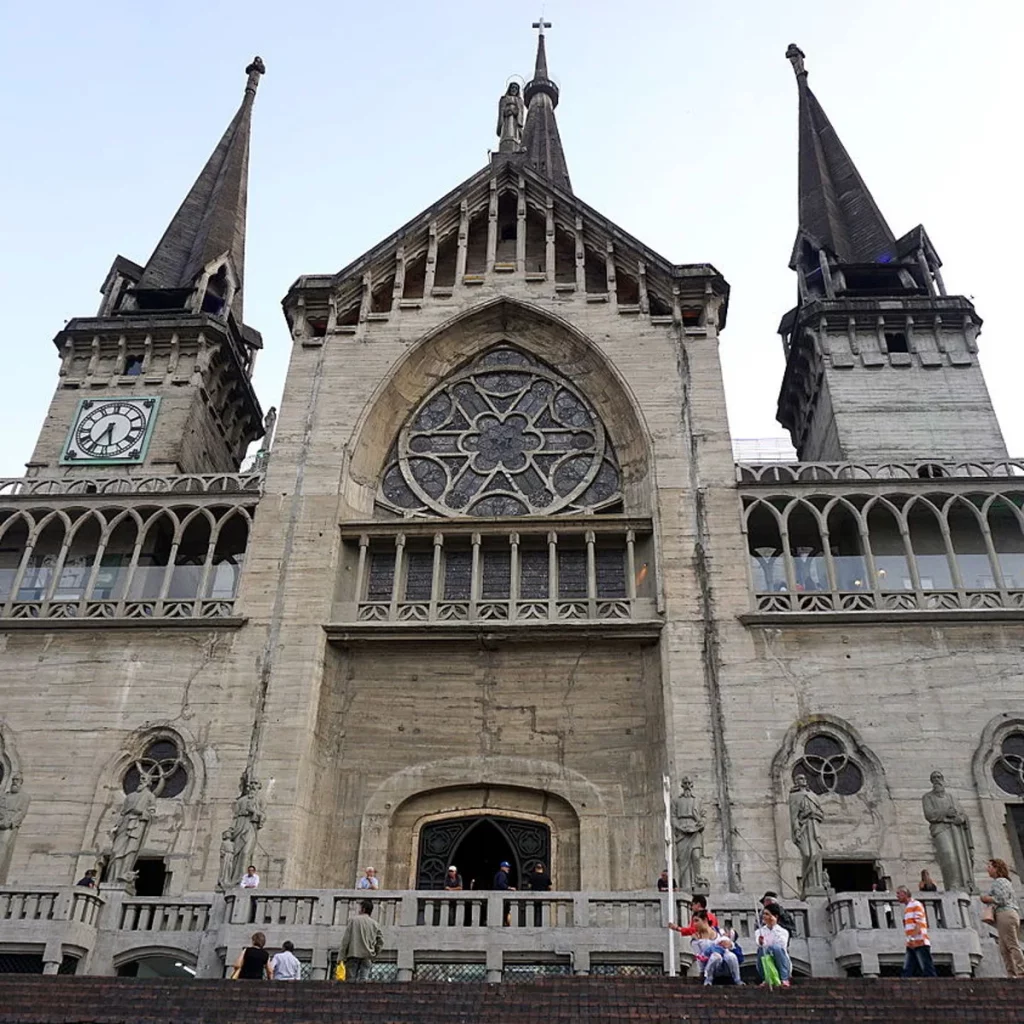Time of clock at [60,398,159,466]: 5:35
